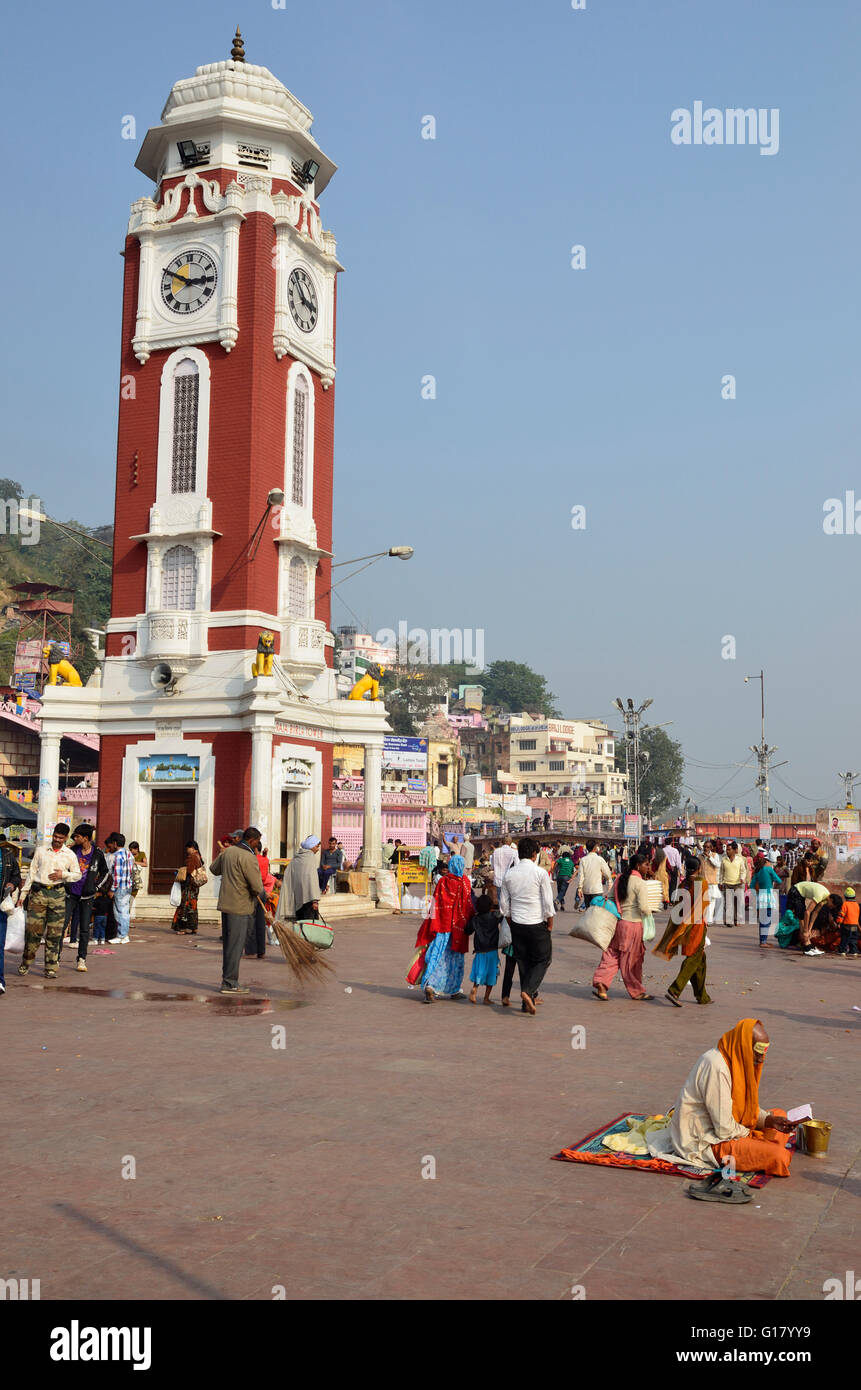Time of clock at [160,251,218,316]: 2:49
